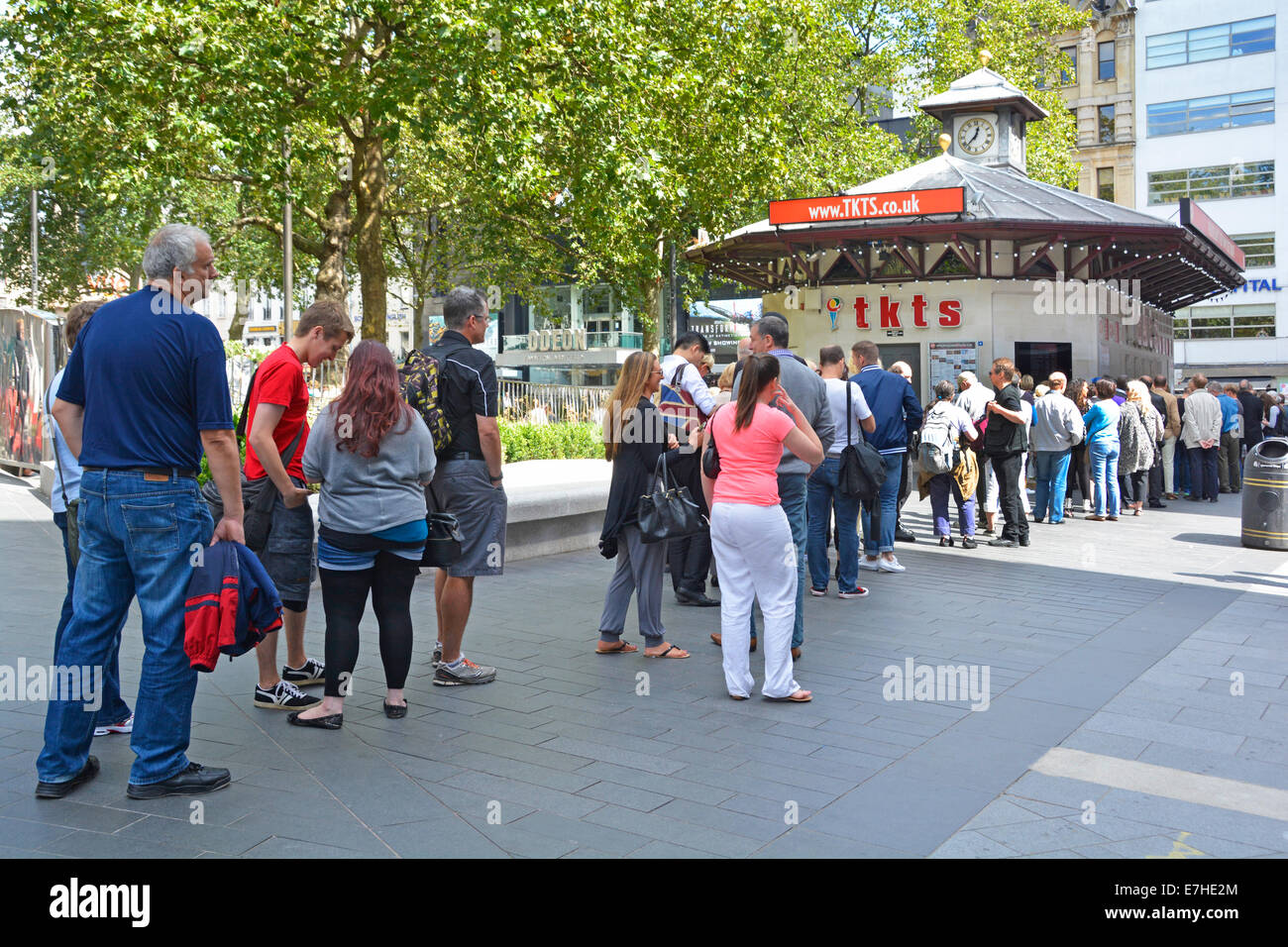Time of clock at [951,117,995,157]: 12:37
